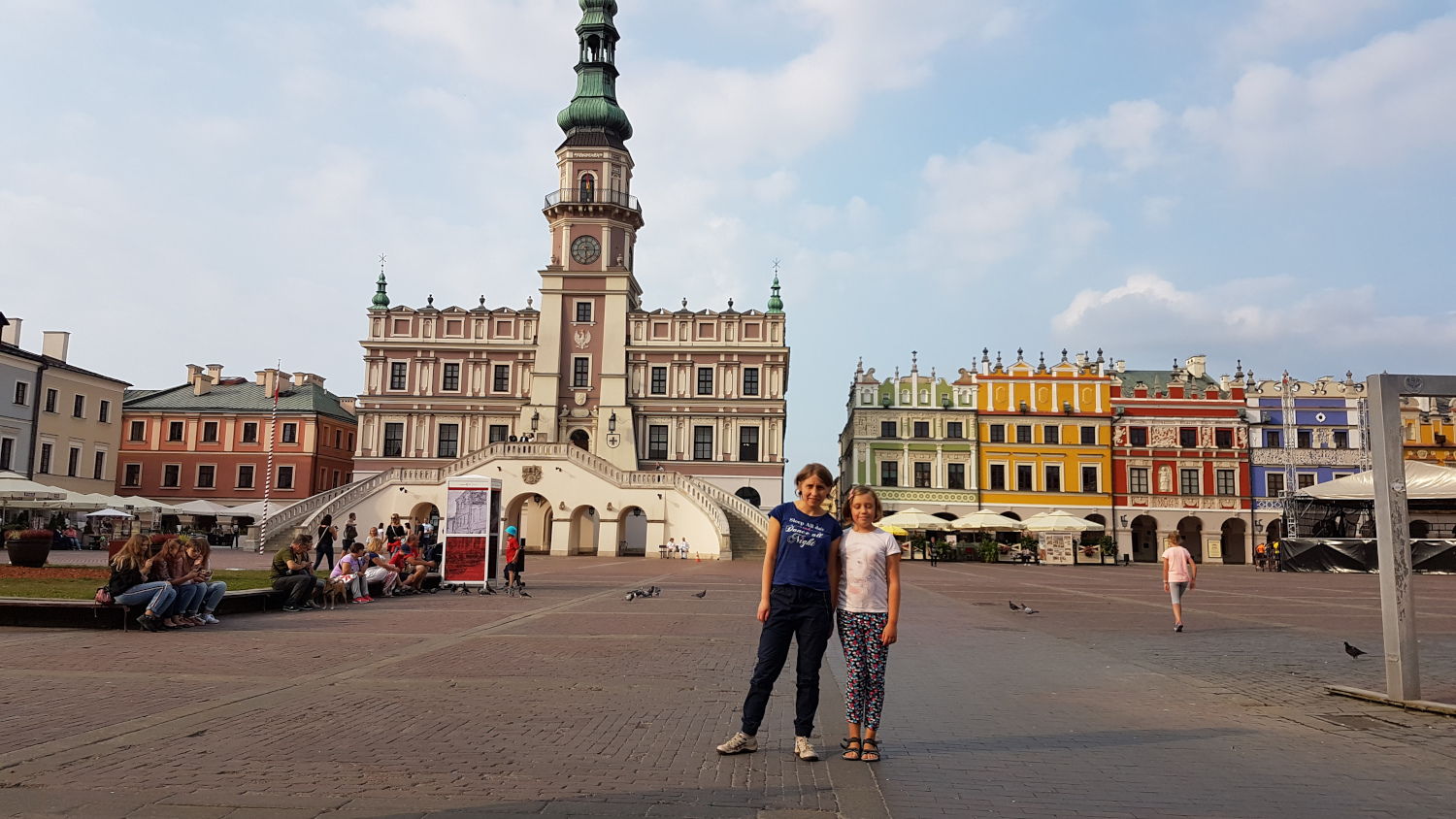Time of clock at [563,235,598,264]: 6:14
